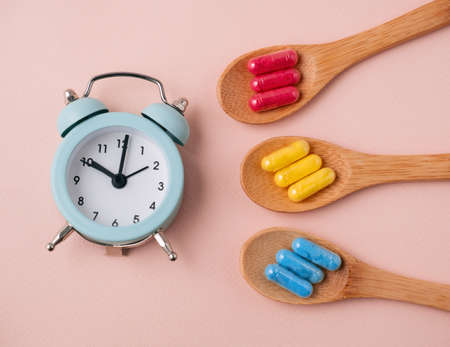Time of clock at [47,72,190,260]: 10:01
